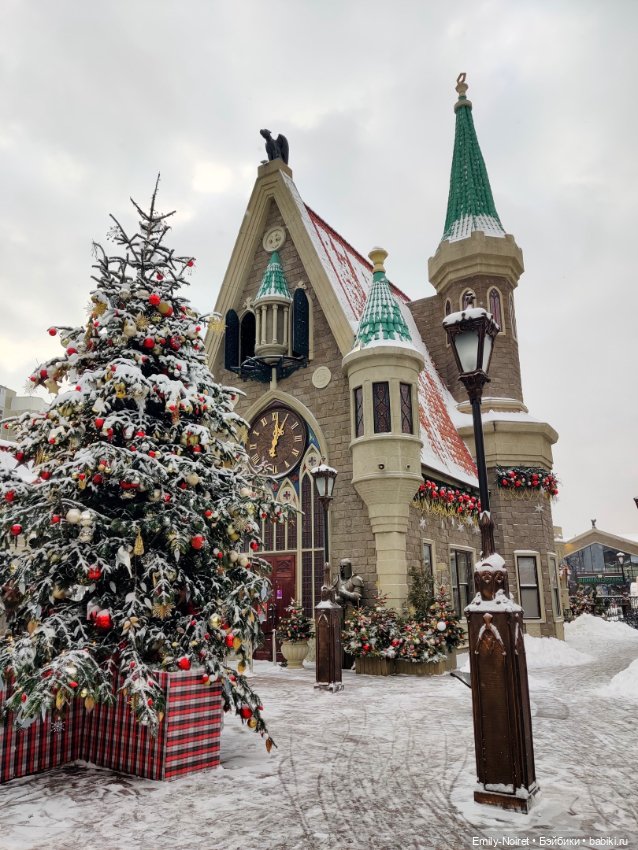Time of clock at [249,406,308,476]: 1:01
